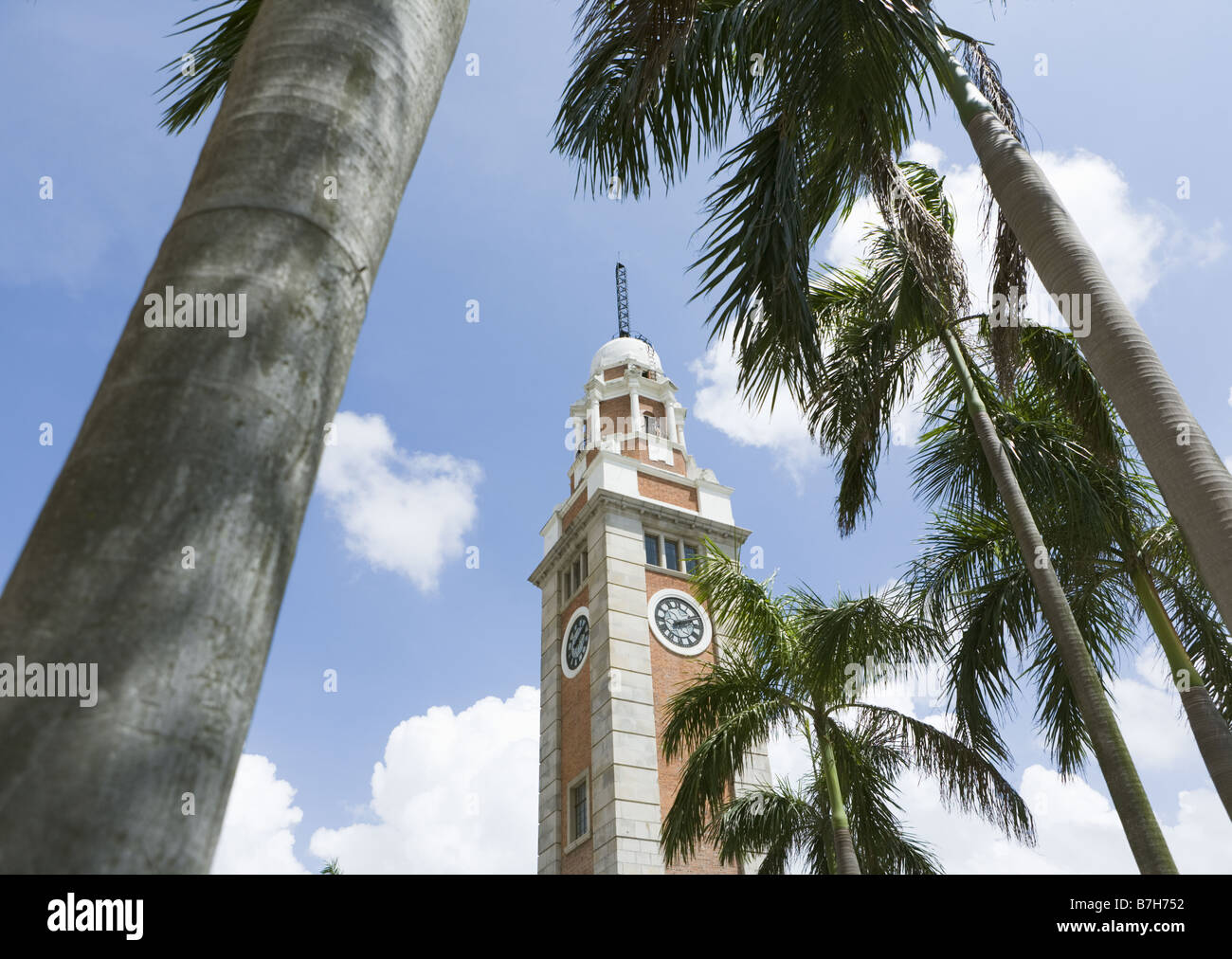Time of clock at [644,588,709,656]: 2:11
